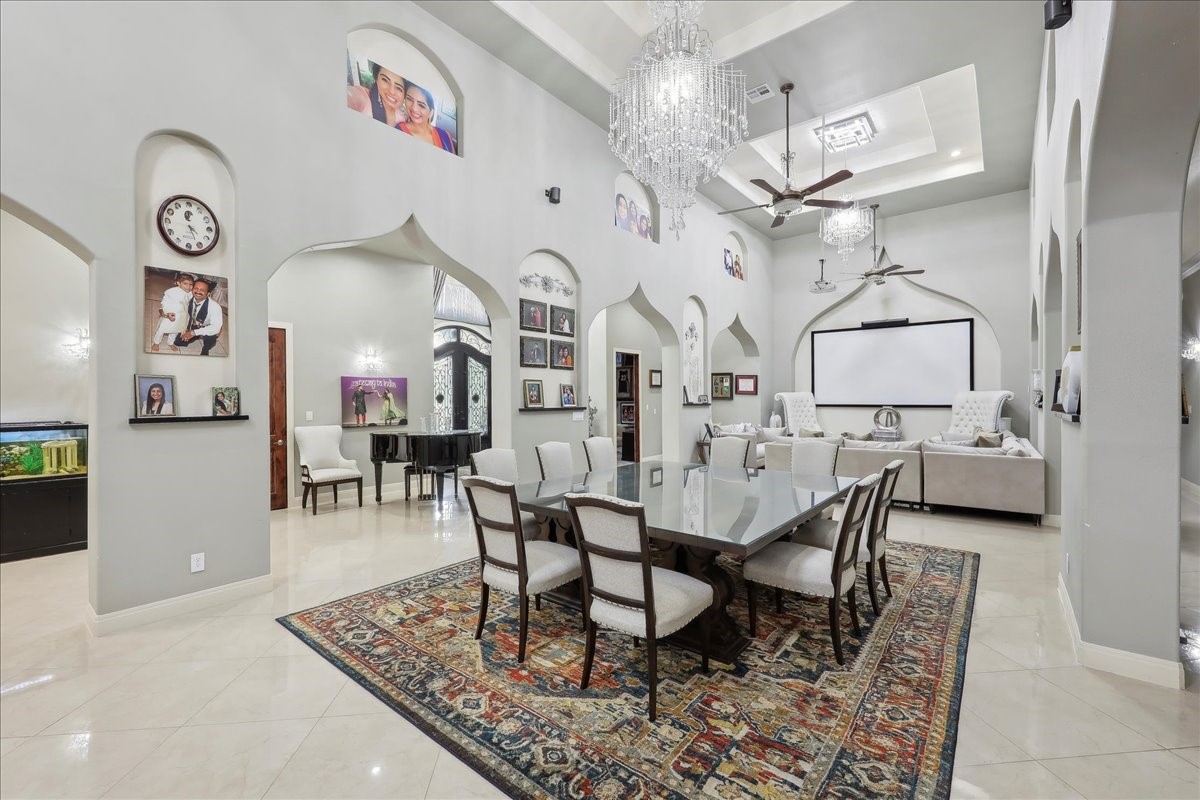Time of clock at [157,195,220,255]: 4:26
